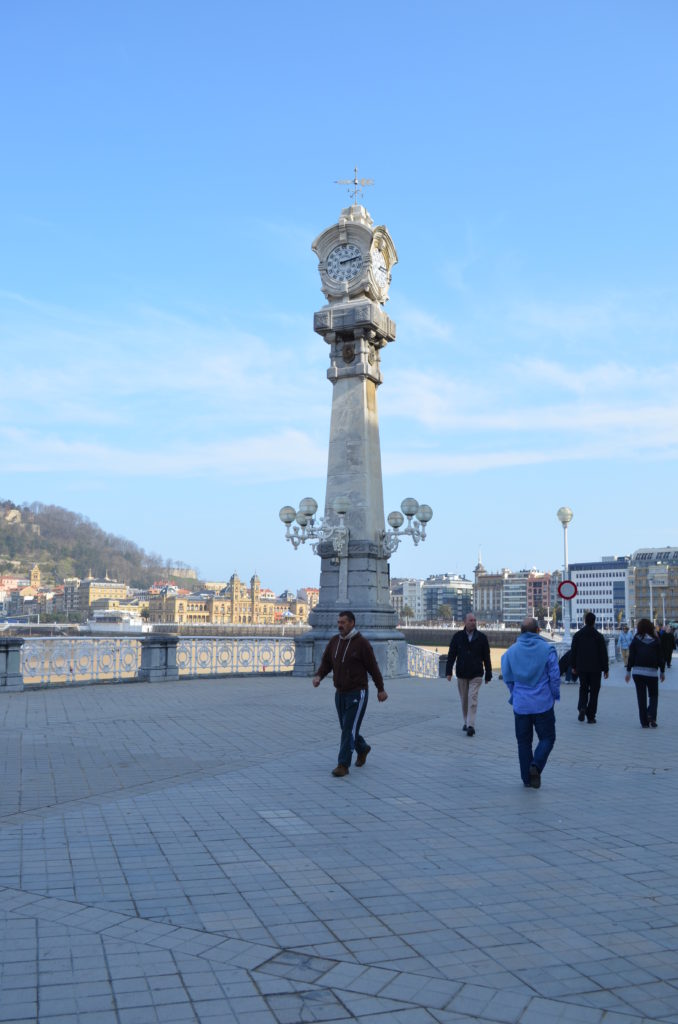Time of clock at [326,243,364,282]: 2:12
